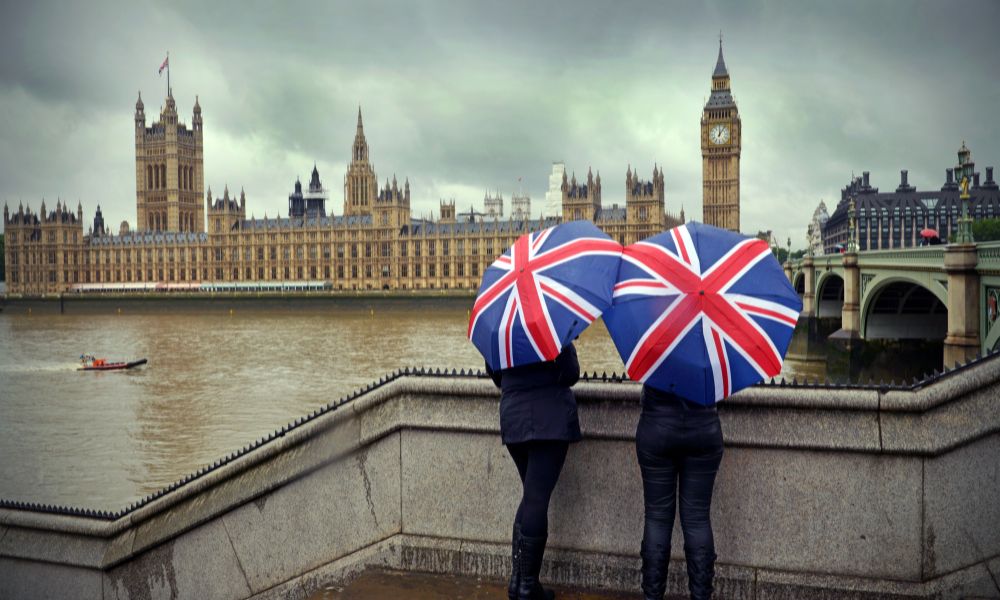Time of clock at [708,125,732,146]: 12:06
